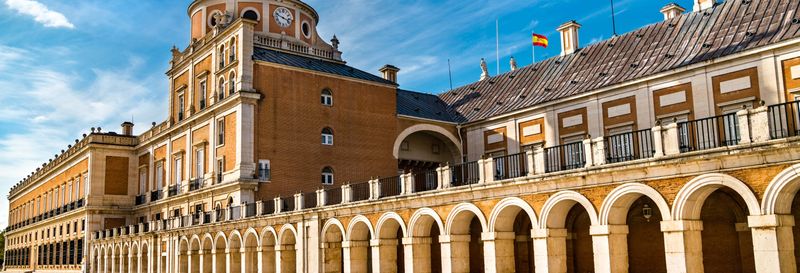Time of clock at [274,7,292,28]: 3:48
